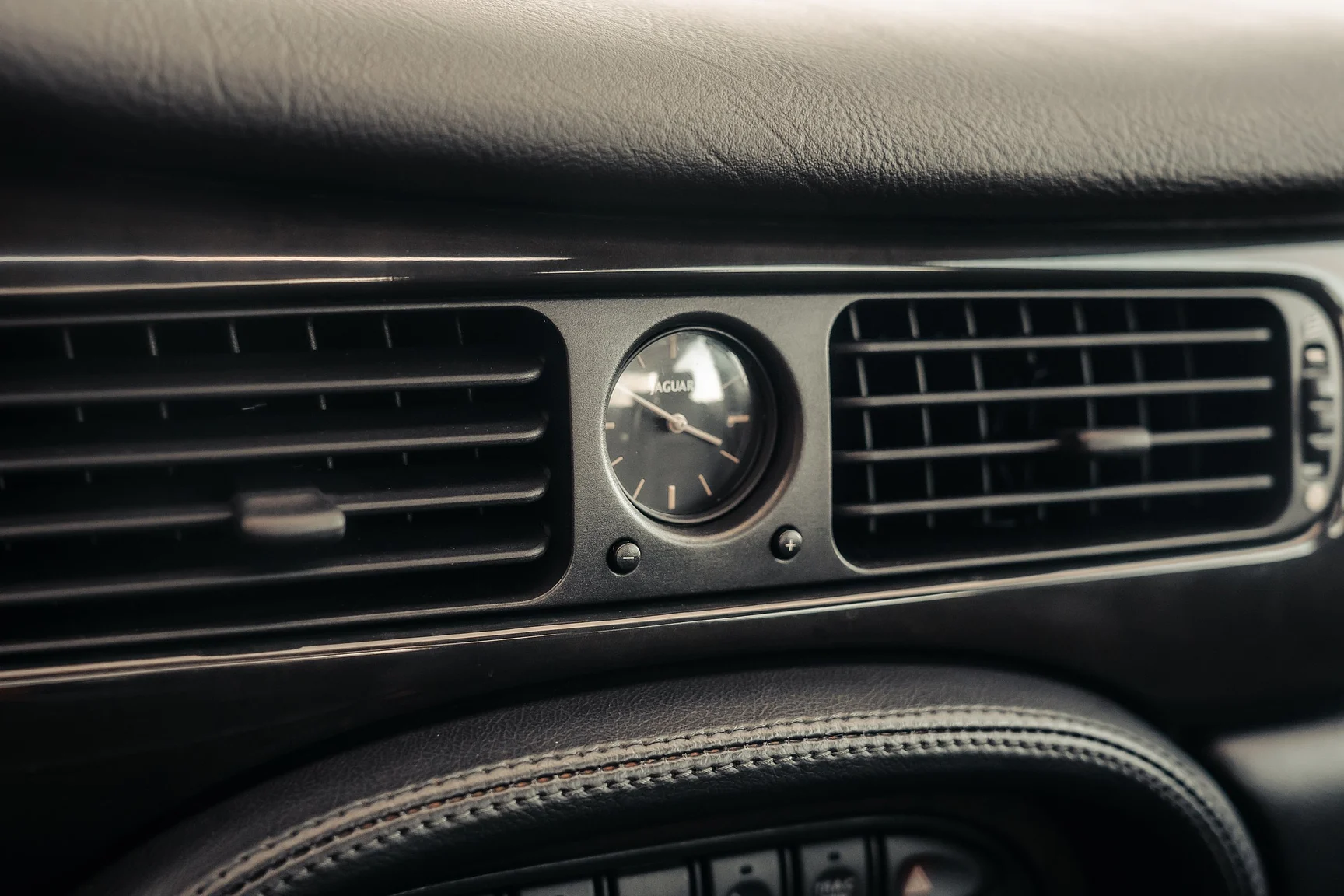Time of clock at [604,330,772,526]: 3:50
